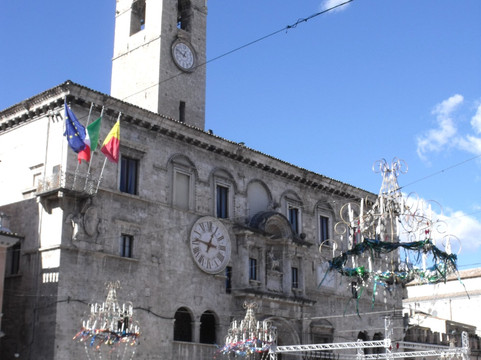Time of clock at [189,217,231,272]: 12:46
